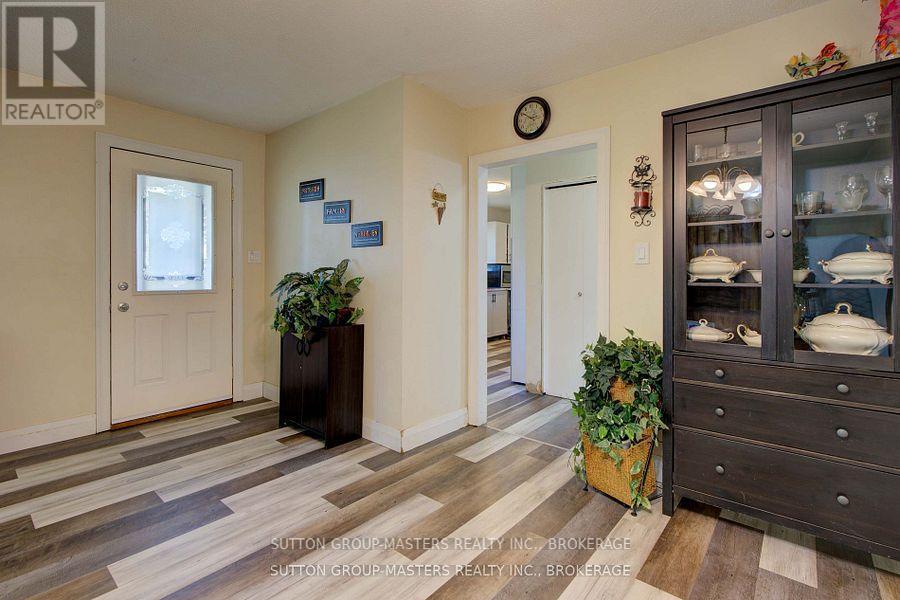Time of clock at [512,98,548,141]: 2:50
